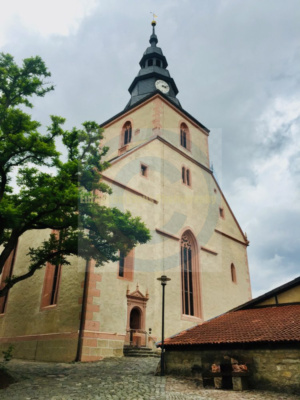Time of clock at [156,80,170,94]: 3:12
